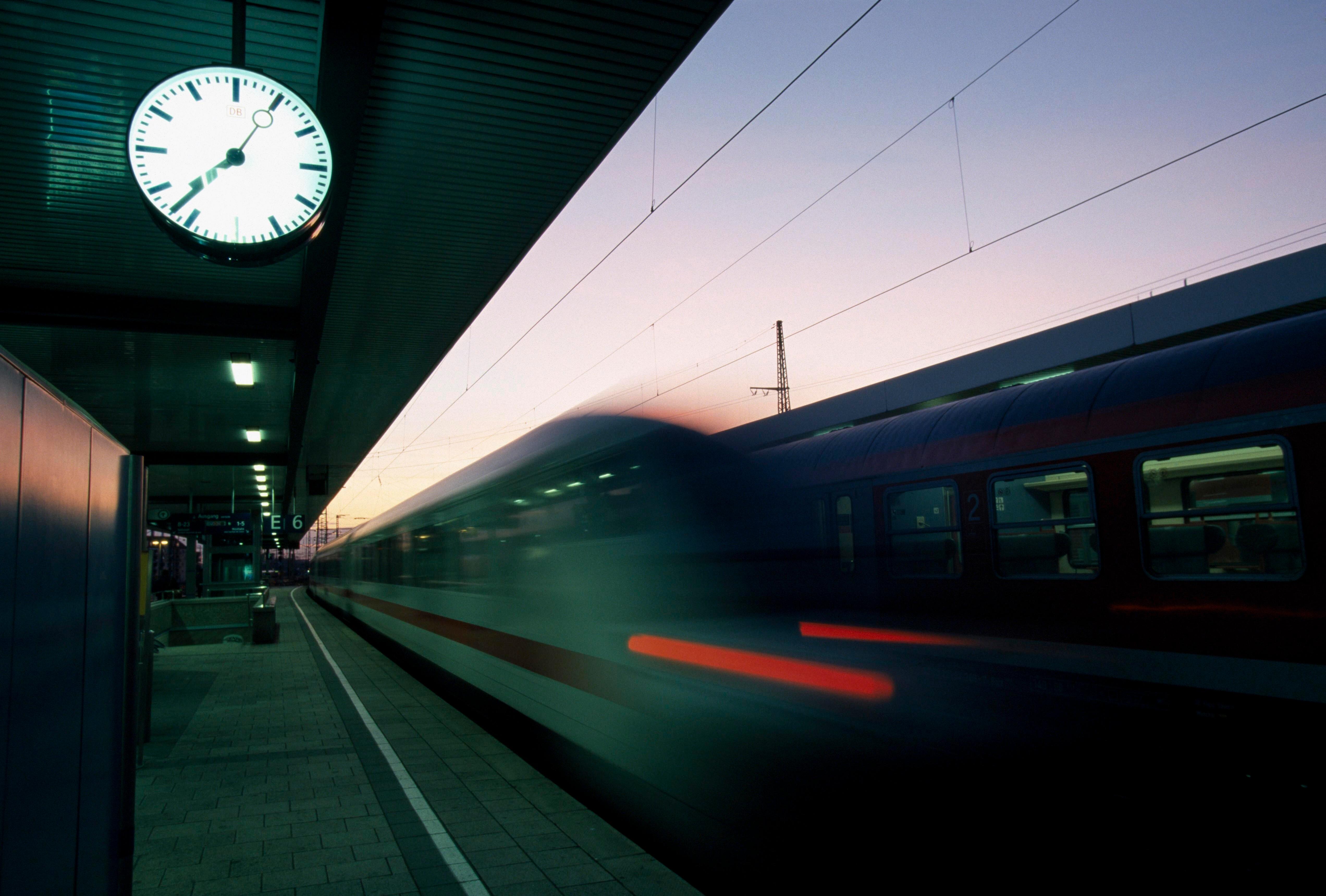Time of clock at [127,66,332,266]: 7:37
